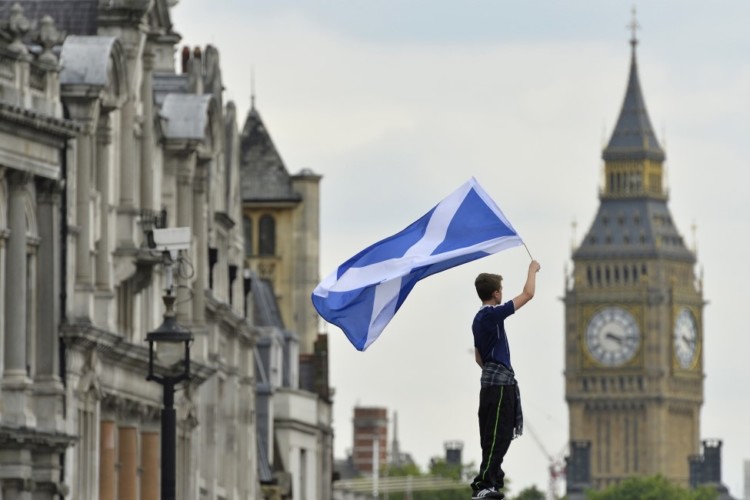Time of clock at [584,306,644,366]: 4:16
